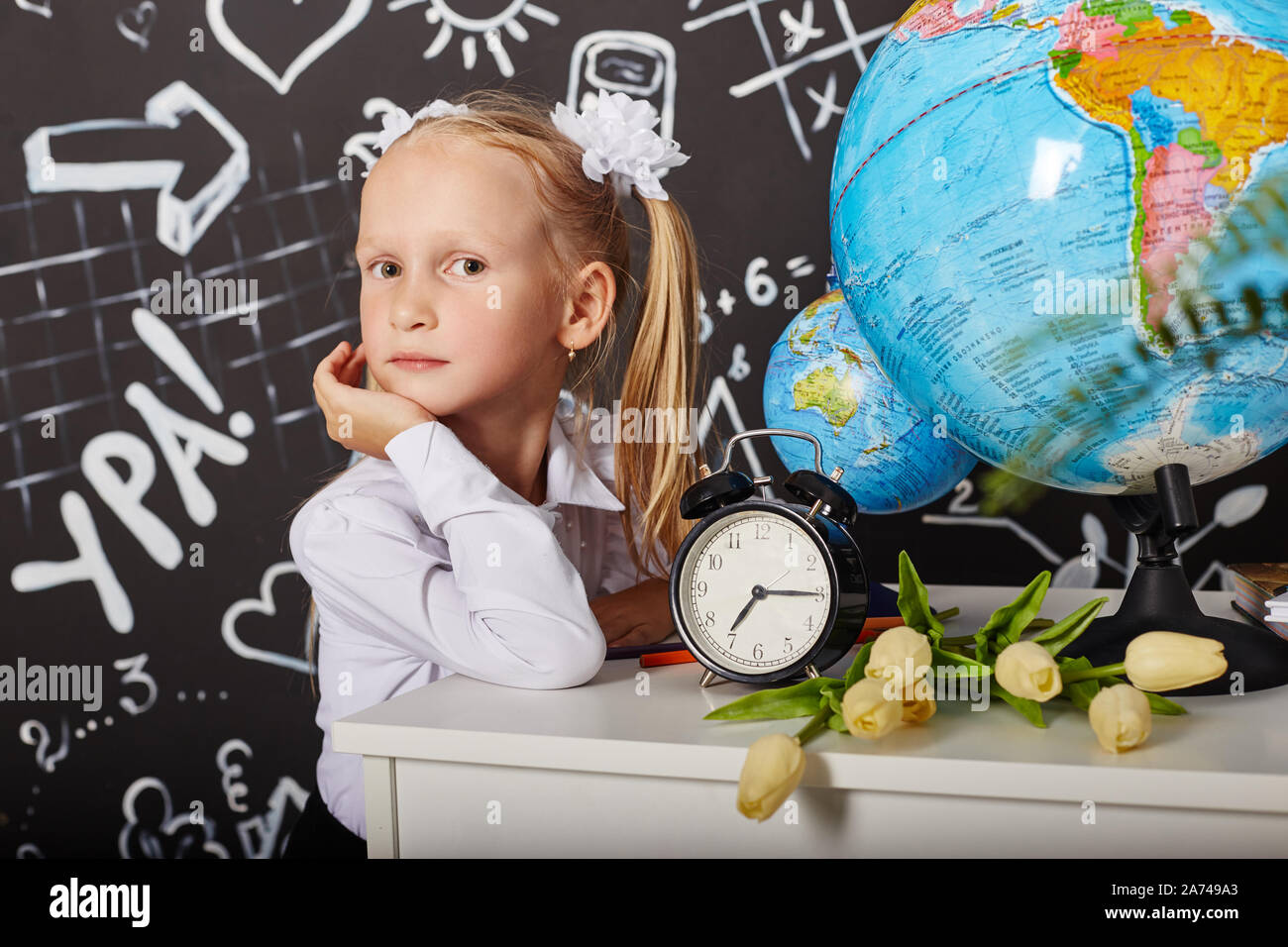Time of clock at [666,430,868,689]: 7:15
